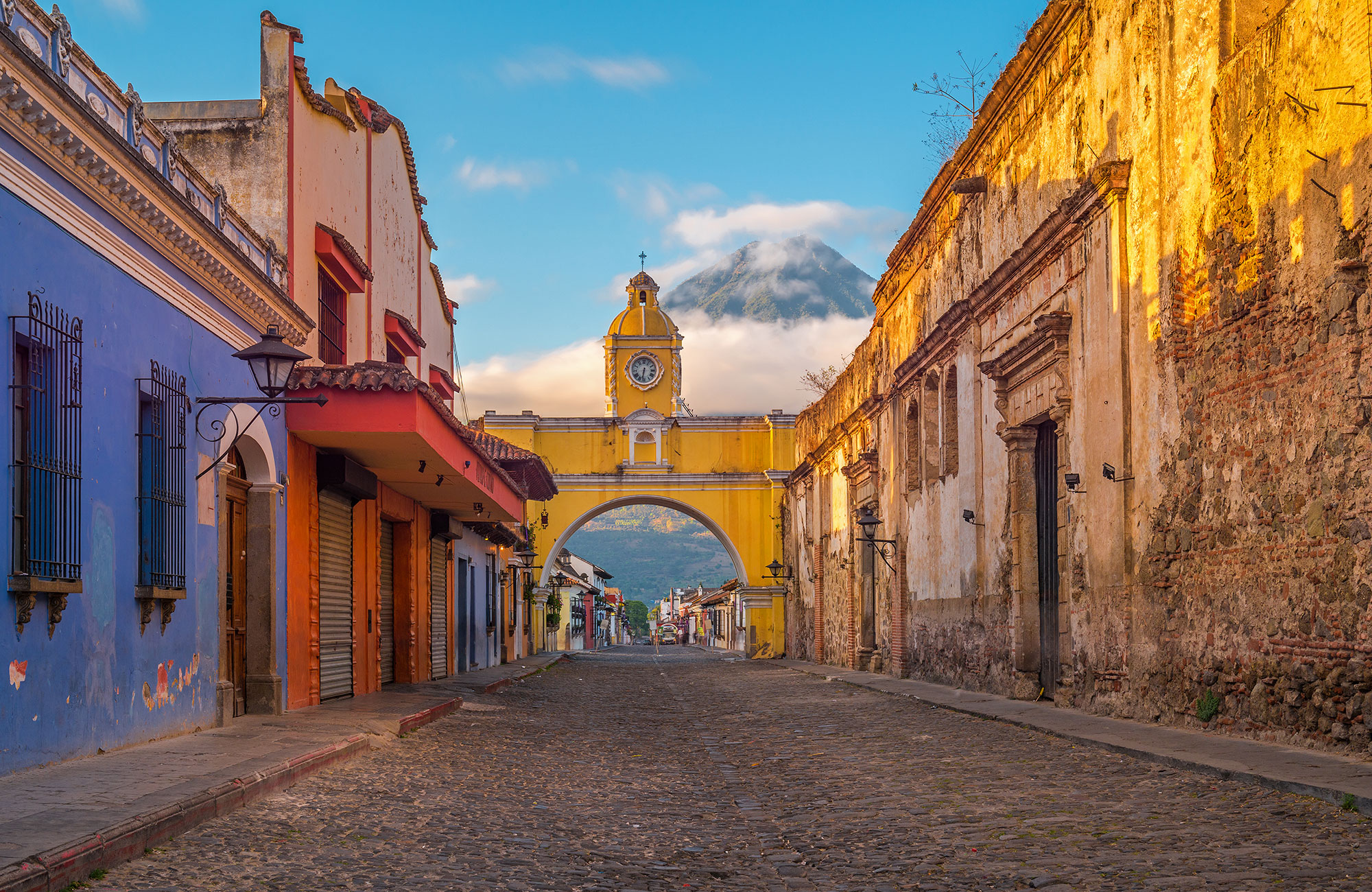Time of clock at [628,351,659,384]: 6:32
